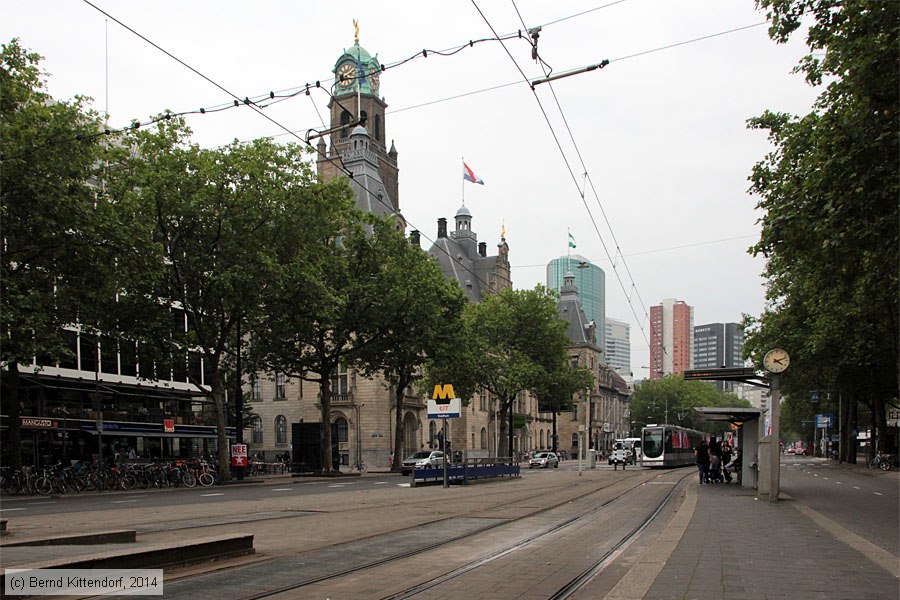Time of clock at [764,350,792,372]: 4:12
